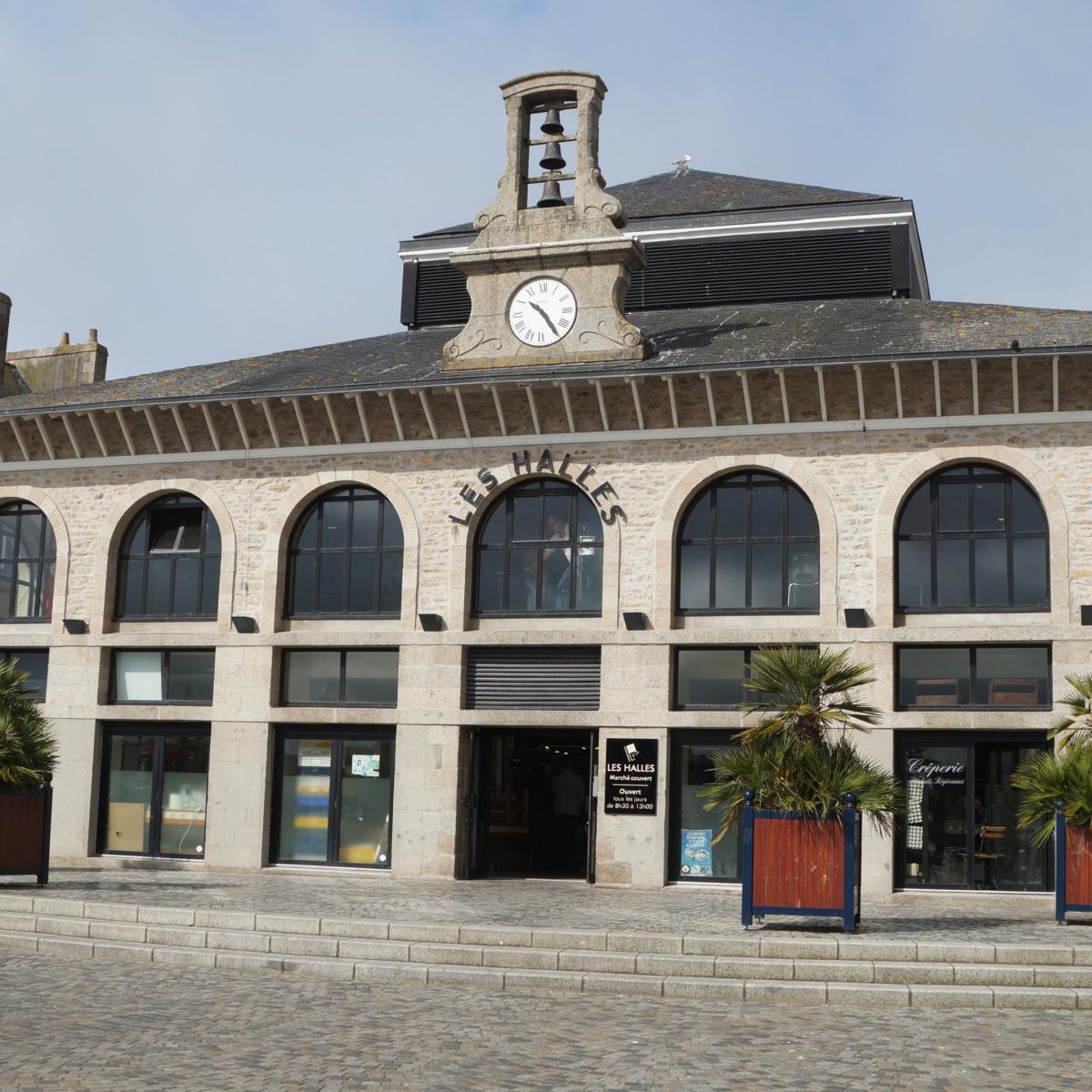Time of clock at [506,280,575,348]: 10:24
